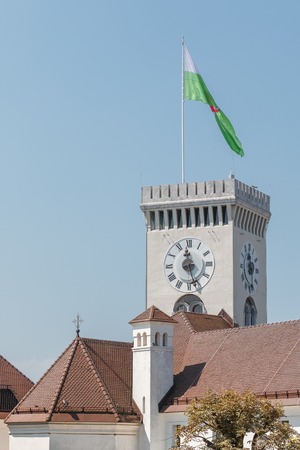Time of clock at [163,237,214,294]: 11:26
